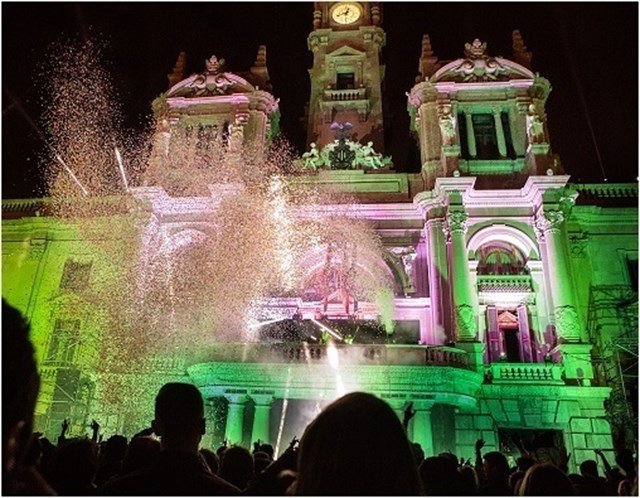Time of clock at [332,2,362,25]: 12:41
